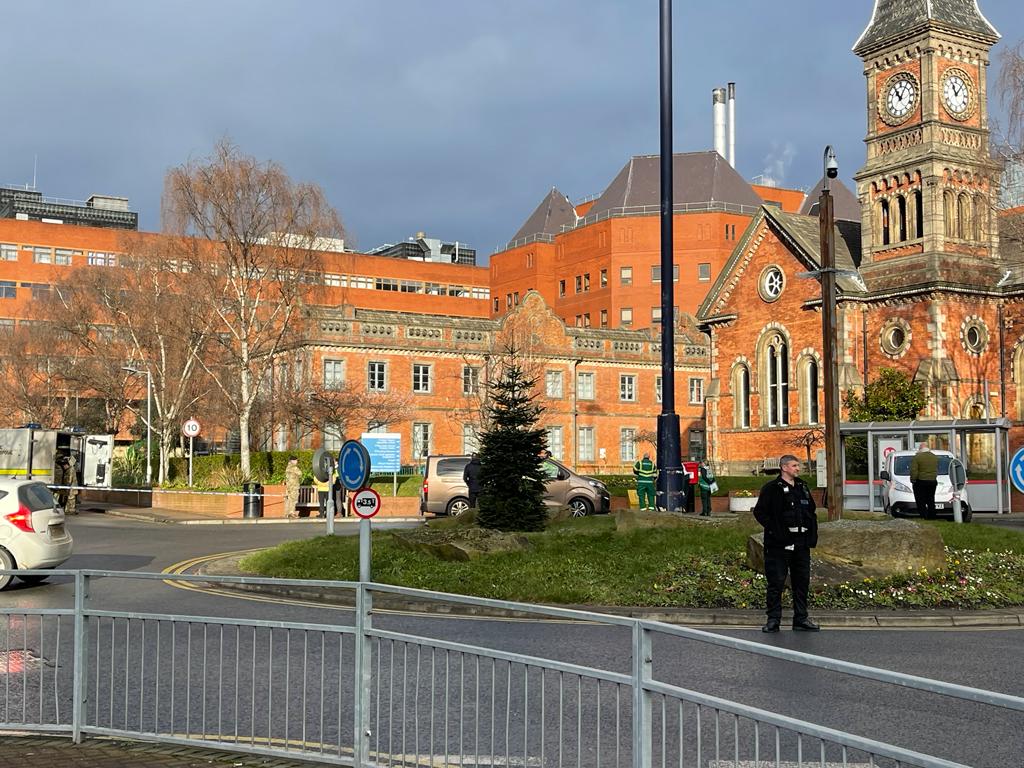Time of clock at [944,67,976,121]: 11:07
